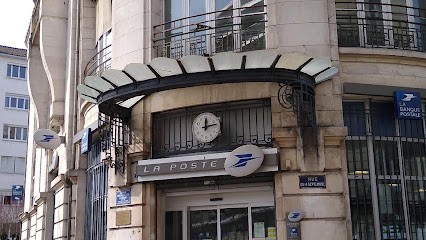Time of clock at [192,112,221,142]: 12:13
